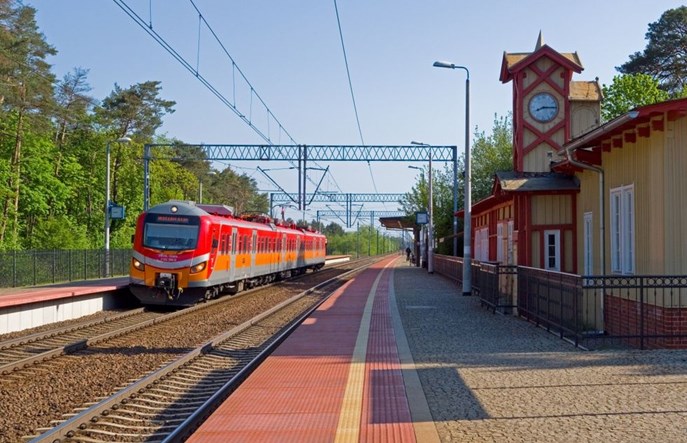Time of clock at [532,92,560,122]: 8:14
